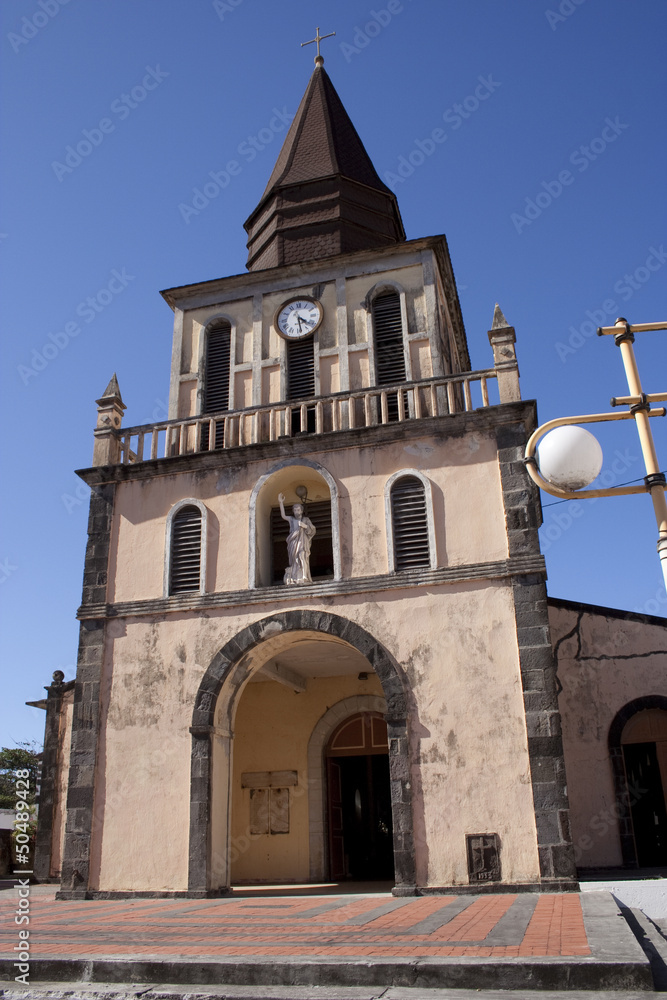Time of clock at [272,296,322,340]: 4:28
